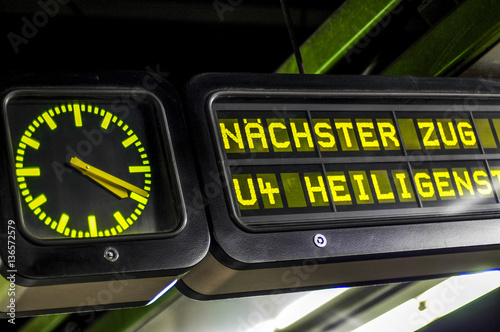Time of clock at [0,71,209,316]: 4:19
